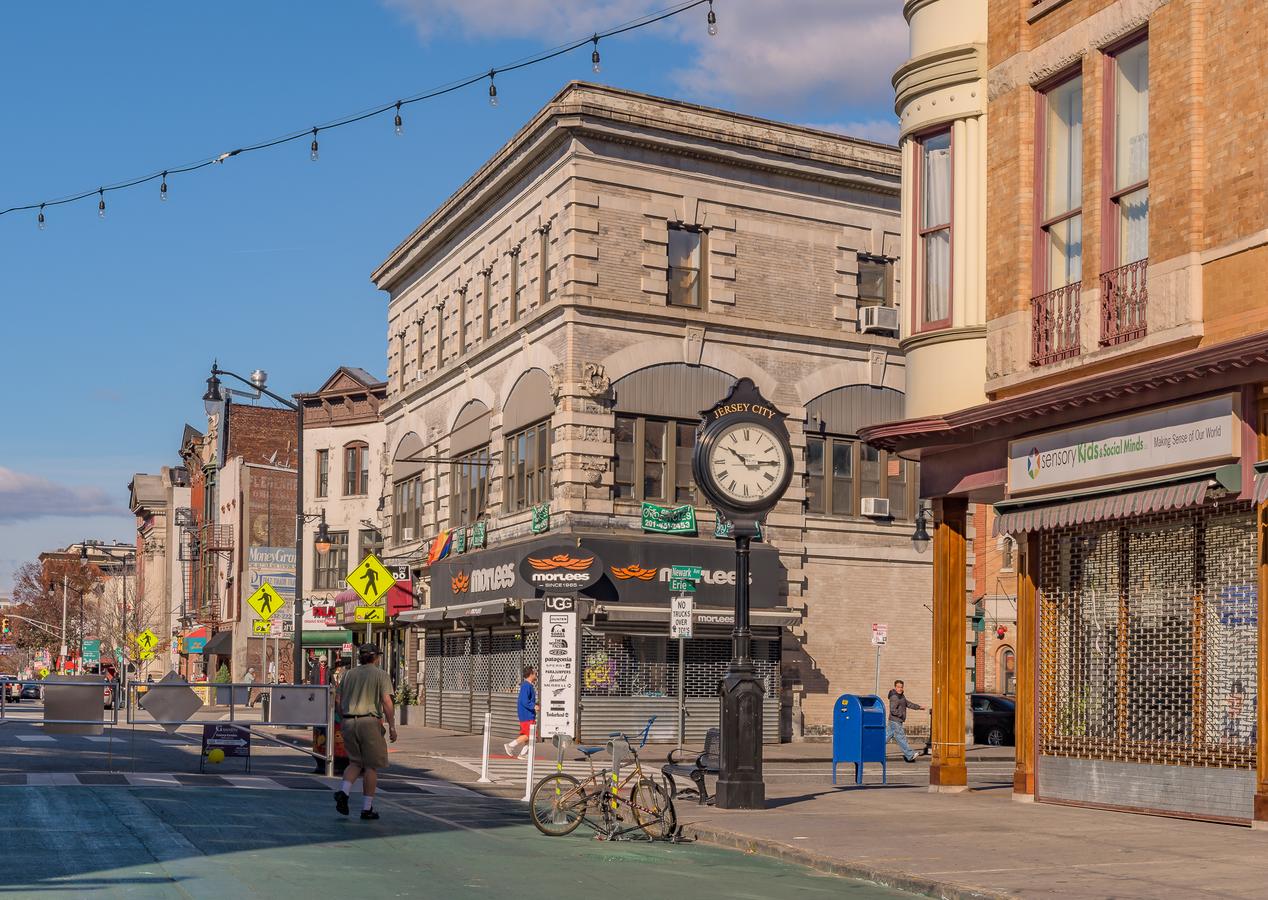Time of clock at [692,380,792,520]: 10:14
